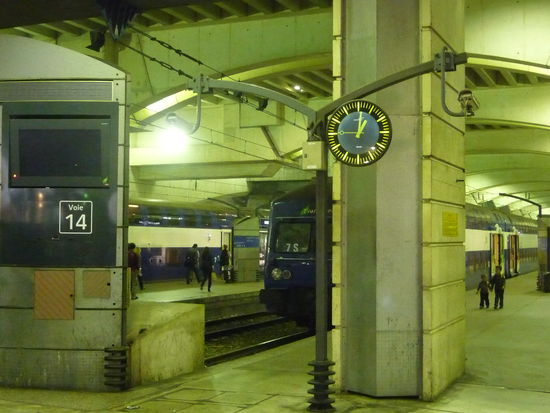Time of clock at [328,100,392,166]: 1:01
